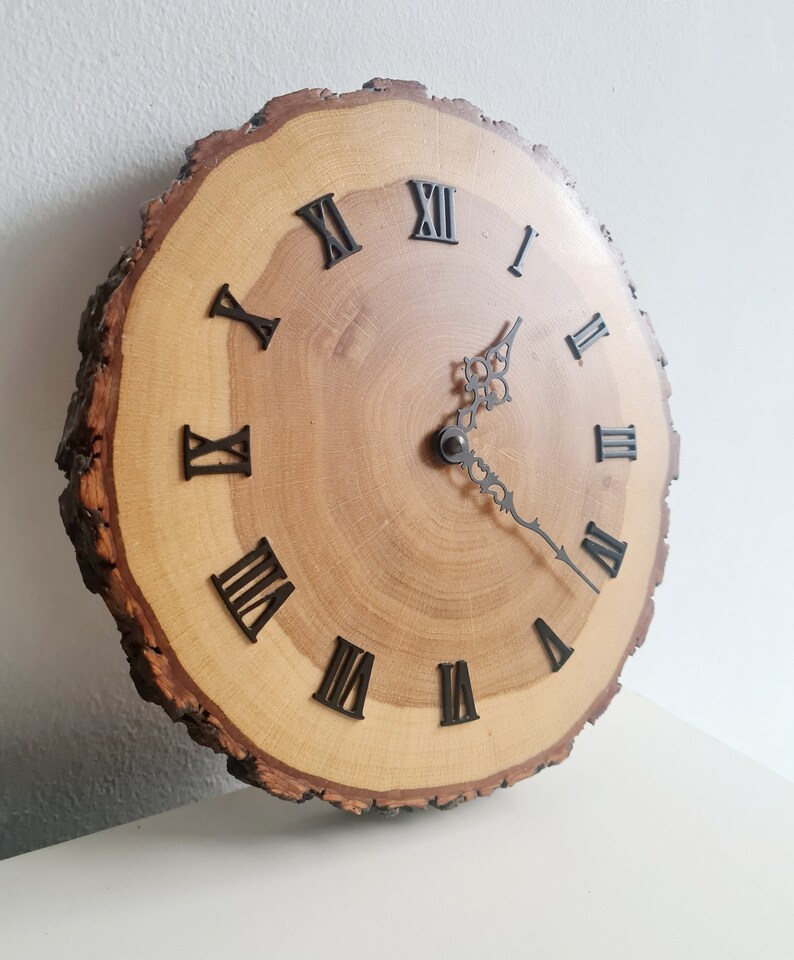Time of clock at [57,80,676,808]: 1:21
